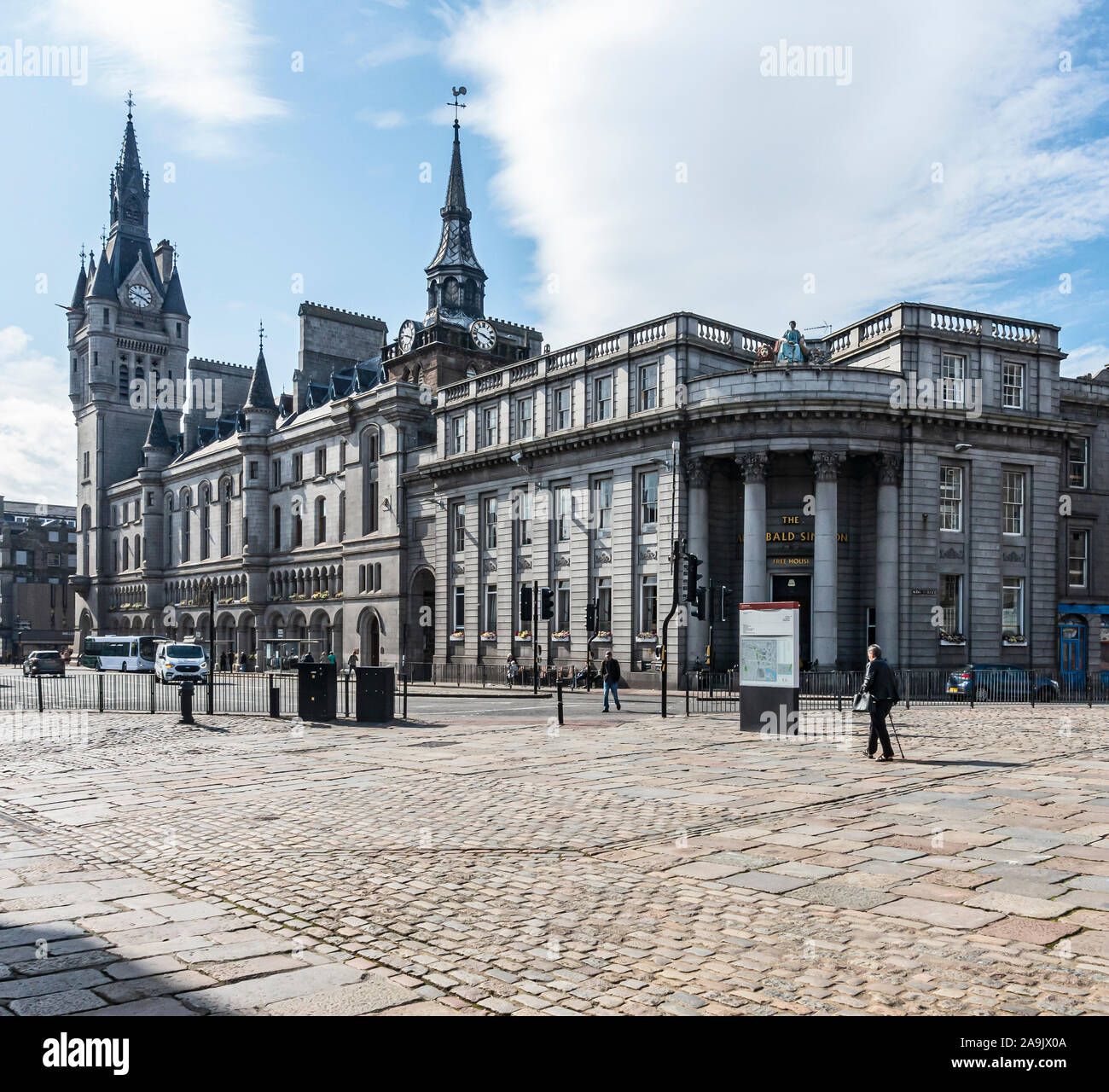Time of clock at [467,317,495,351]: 3:46
